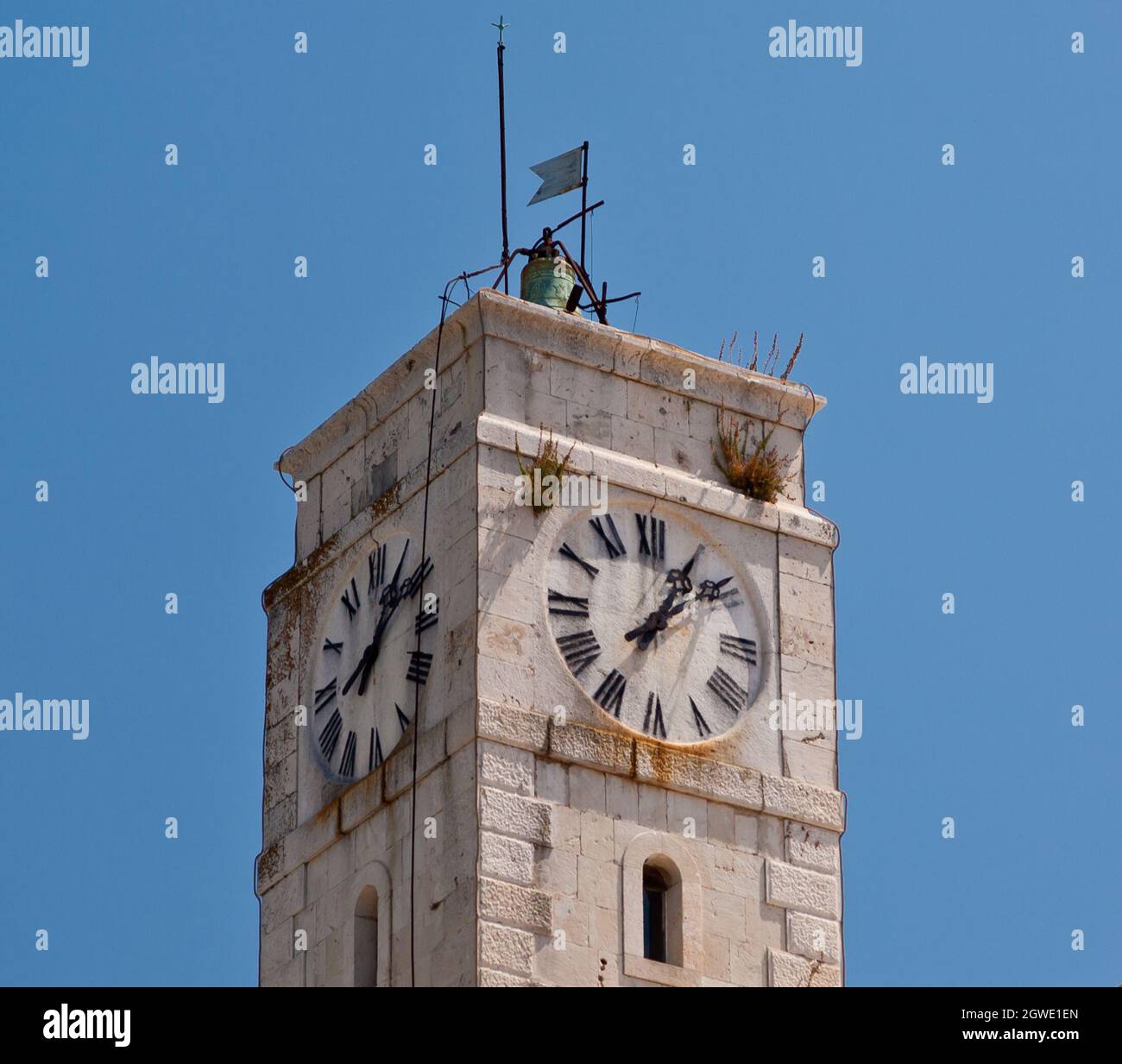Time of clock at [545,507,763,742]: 1:08
